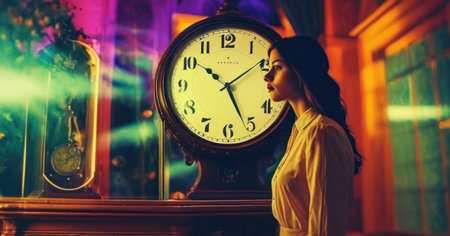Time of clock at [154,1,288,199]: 10:26
